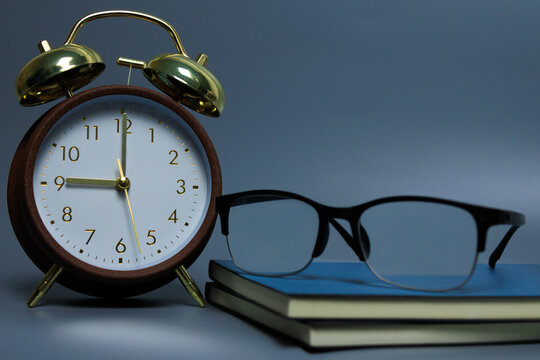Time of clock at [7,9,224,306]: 9:00
